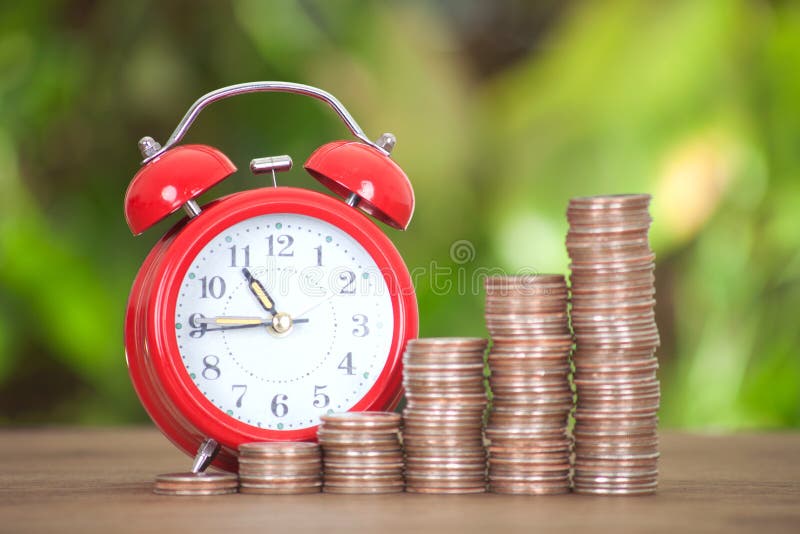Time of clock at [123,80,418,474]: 10:44
